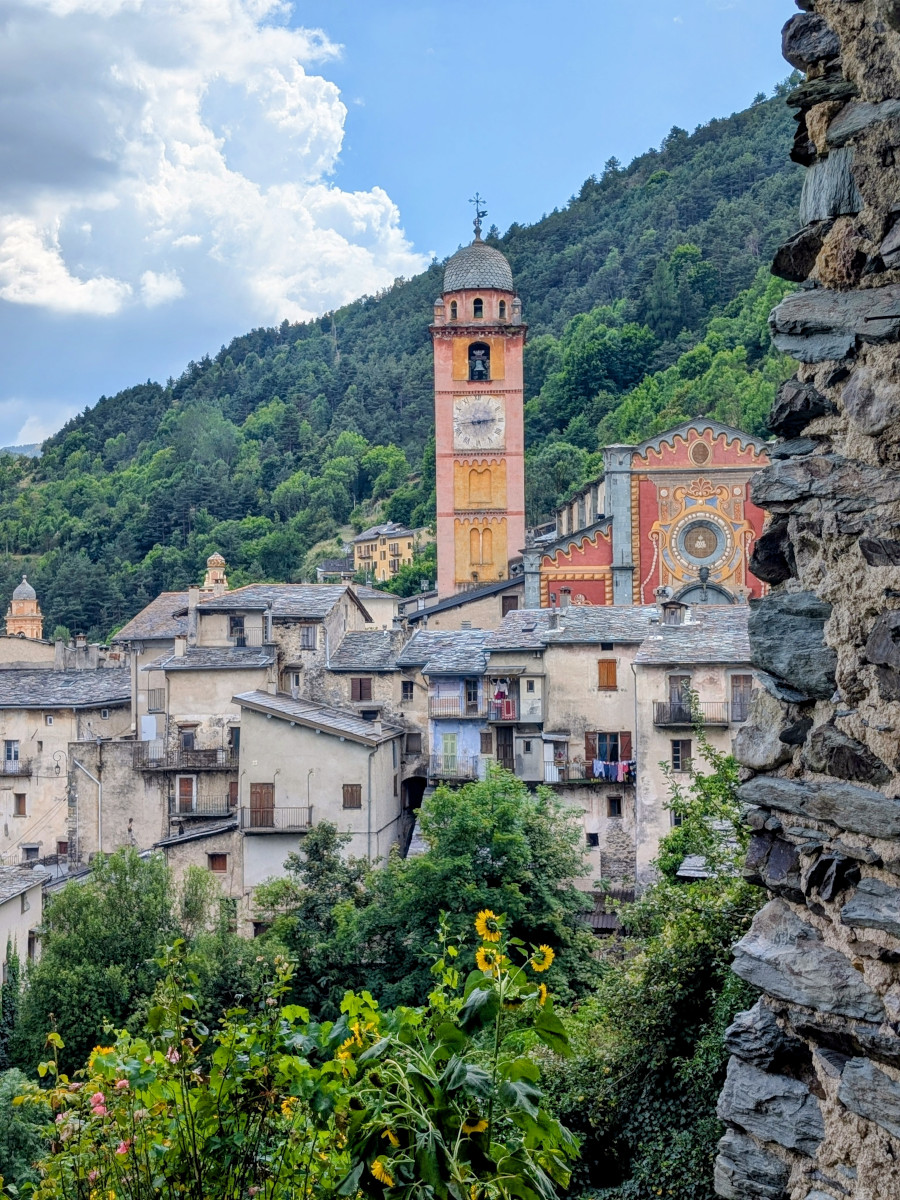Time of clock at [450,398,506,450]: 2:43
